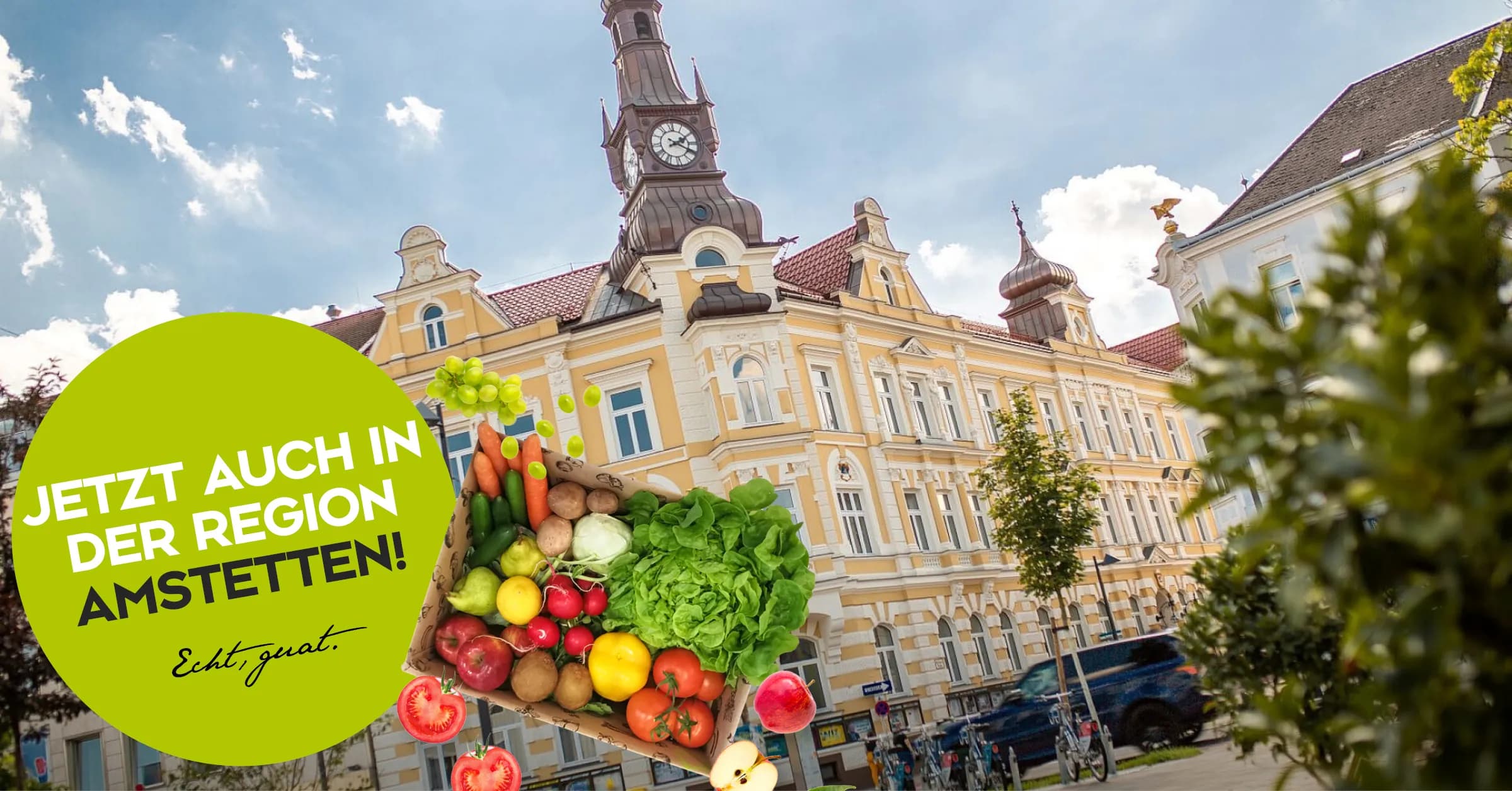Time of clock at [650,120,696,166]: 2:19
